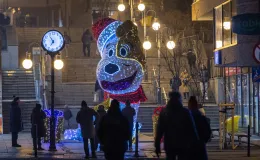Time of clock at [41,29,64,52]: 6:54
